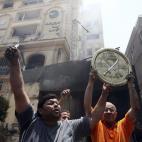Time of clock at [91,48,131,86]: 1:37
